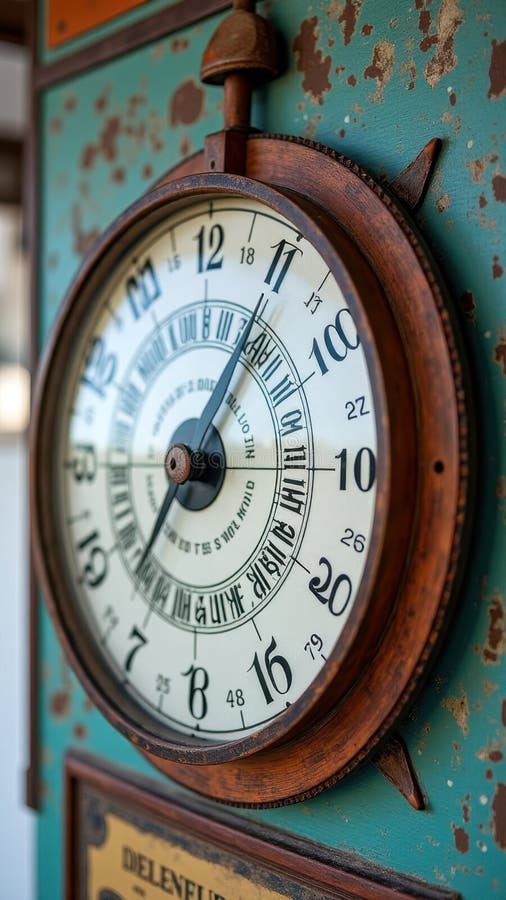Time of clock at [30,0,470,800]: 7:05
